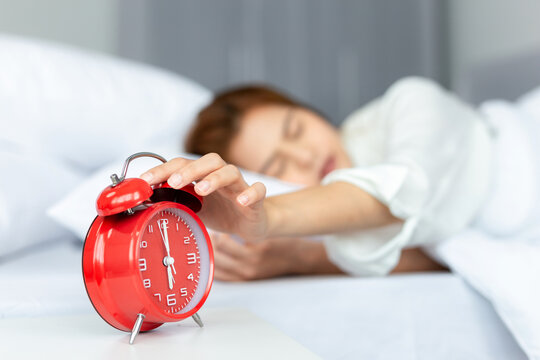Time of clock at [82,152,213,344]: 5:59
